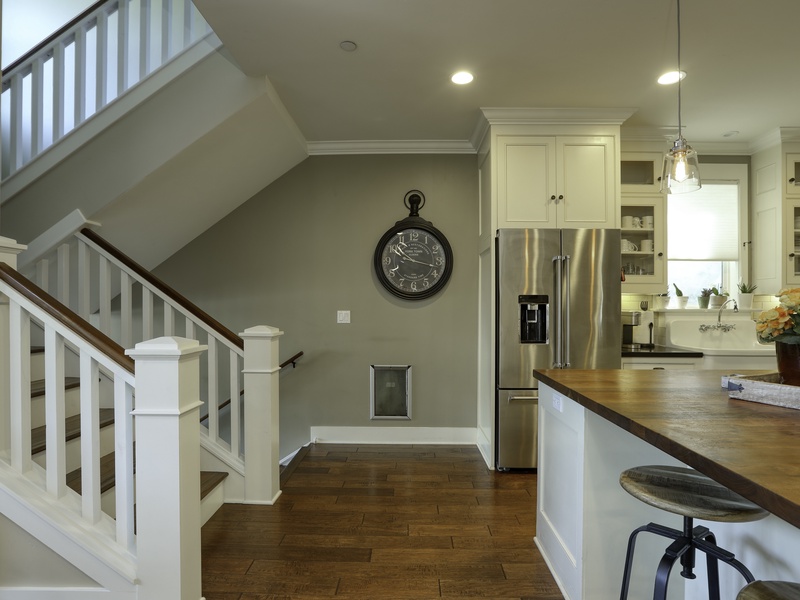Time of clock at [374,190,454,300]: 10:17
